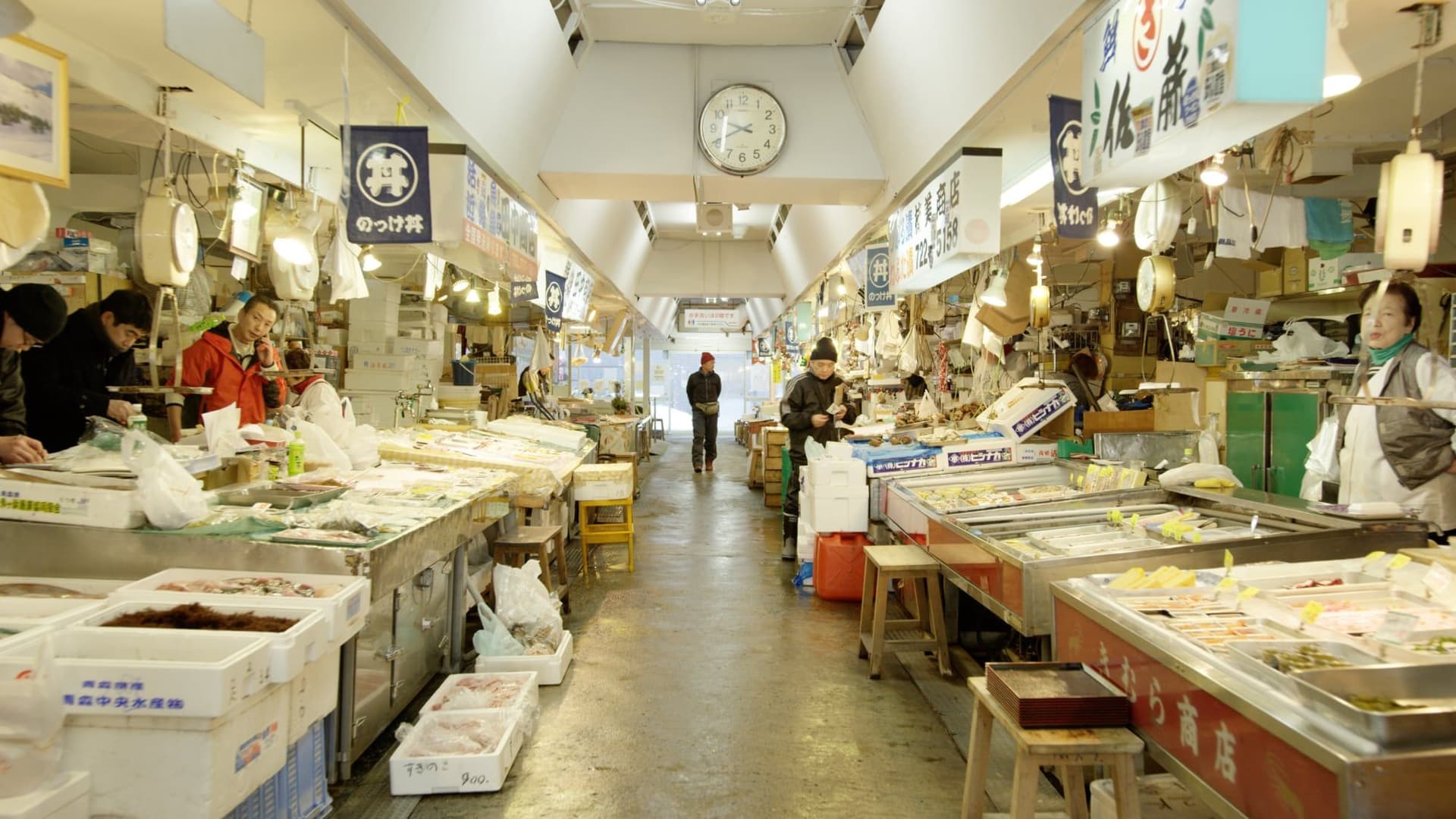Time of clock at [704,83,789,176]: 9:40
